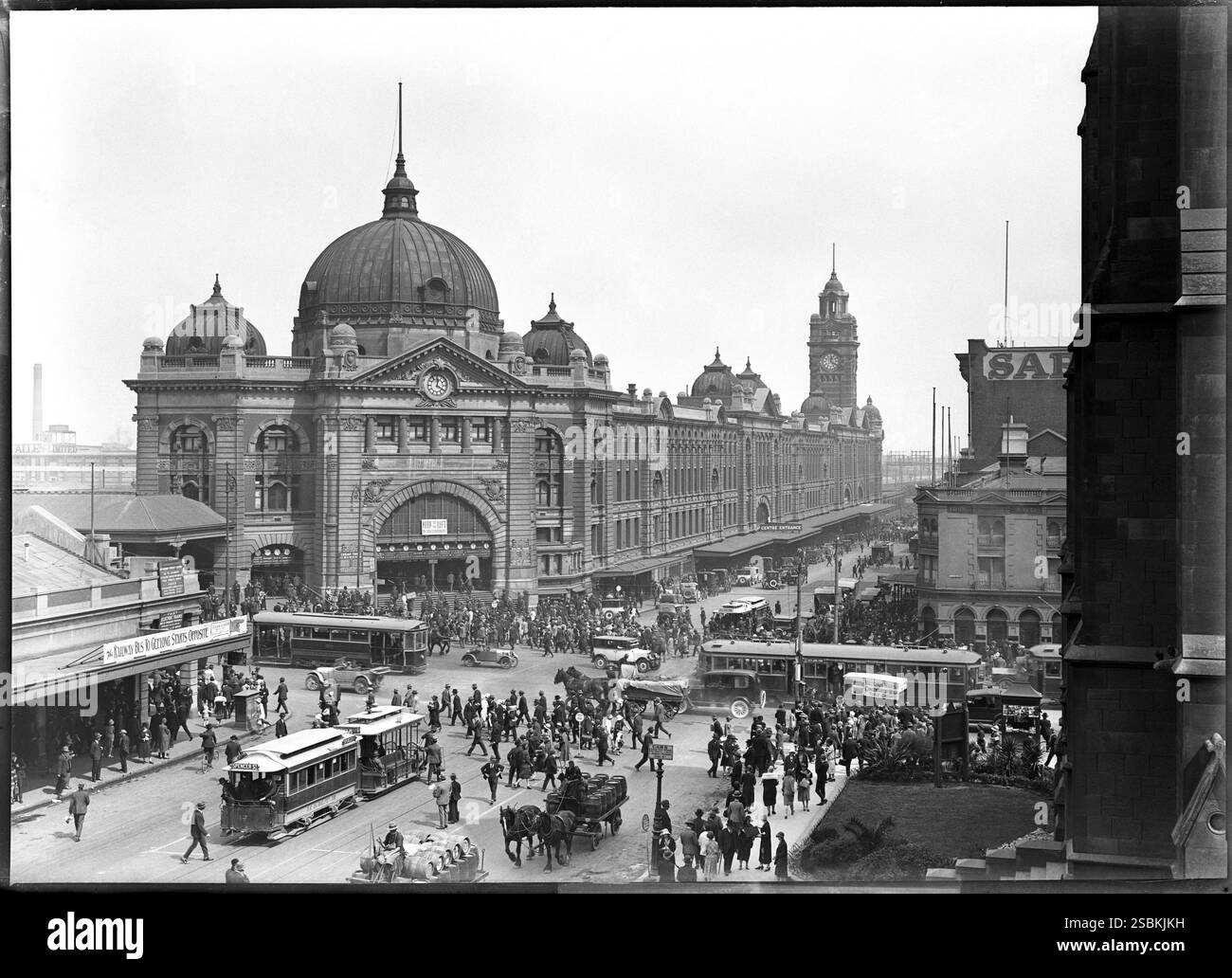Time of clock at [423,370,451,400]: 12:20
